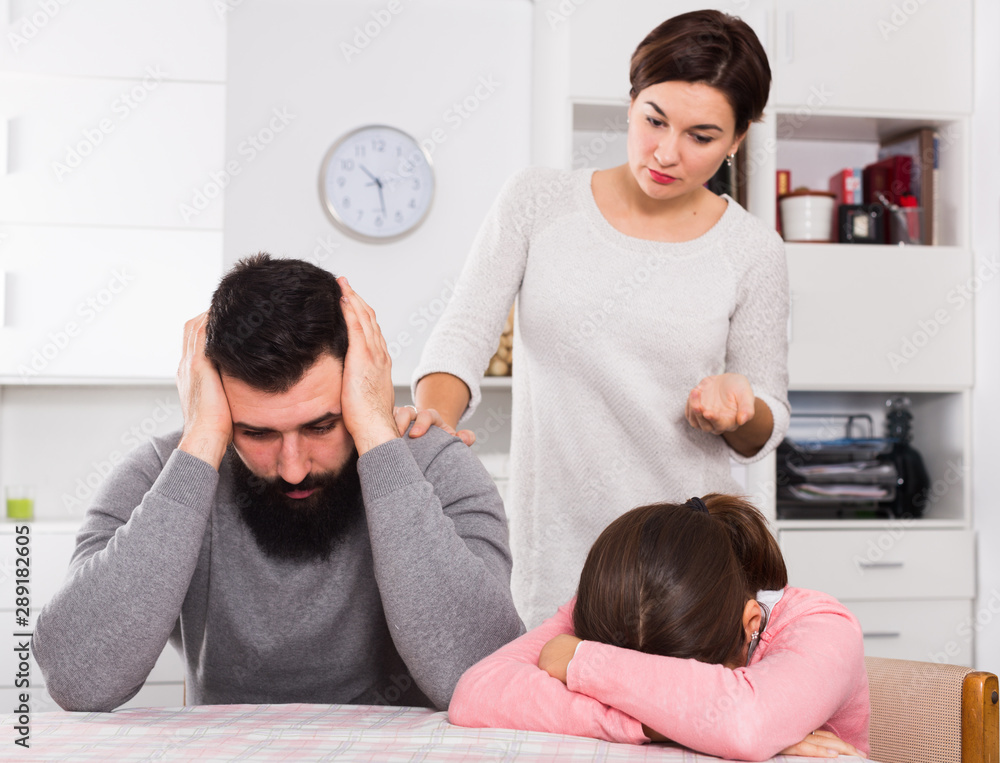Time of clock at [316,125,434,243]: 10:28
